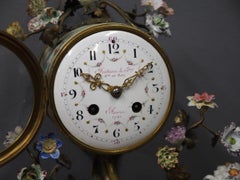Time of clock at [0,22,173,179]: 10:08
